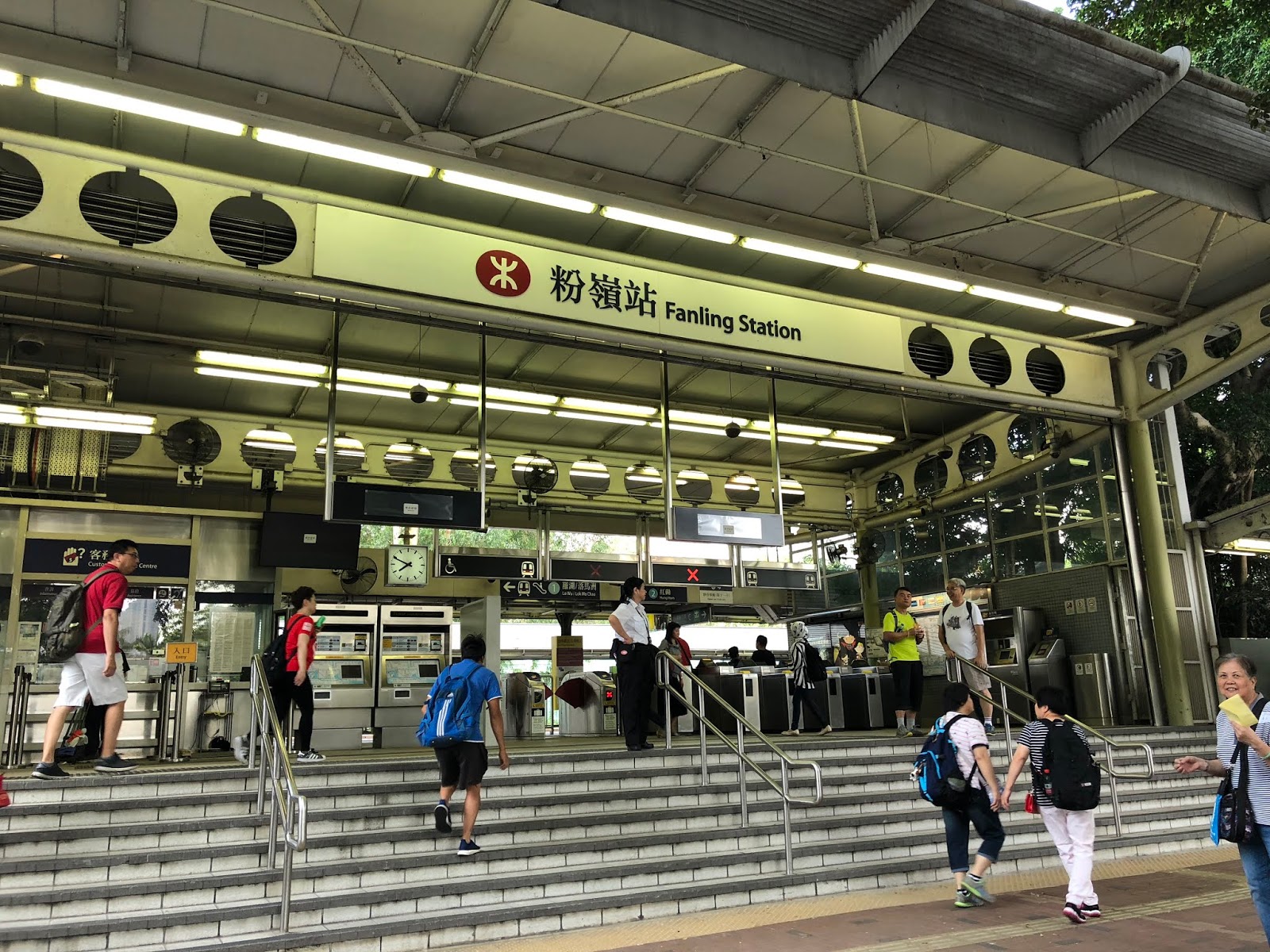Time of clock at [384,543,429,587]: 7:49
